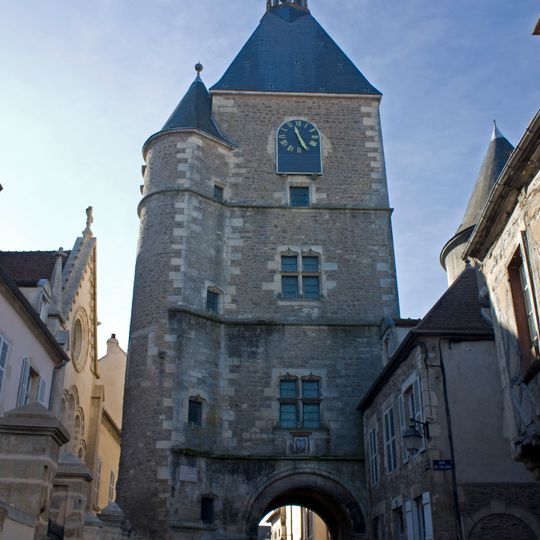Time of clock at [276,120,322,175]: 11:25
